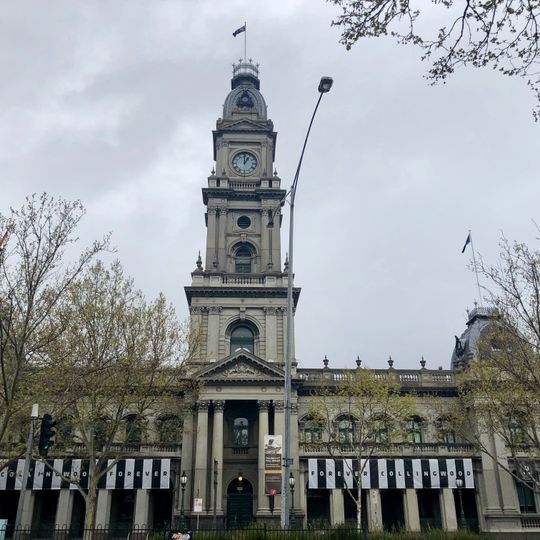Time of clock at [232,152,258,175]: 1:00
